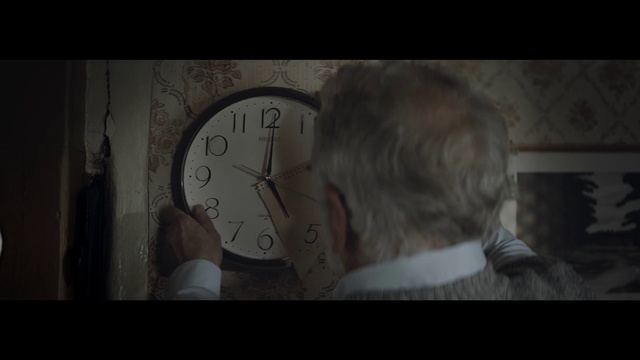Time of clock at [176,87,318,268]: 5:01
